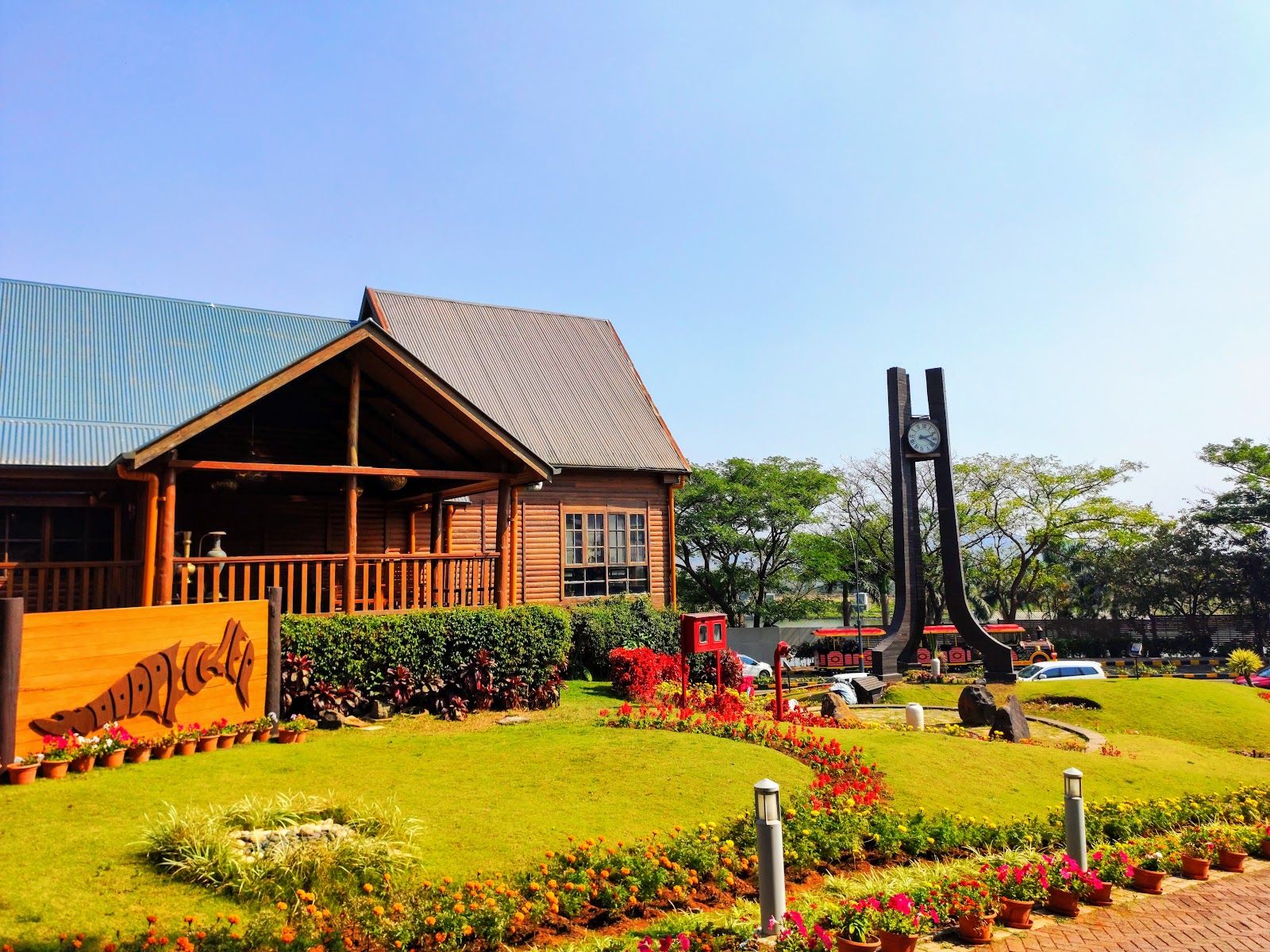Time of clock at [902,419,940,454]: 2:18
